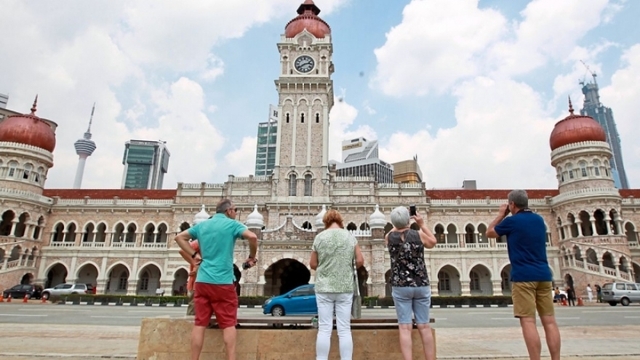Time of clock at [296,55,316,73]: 2:39
